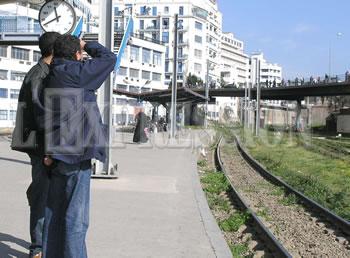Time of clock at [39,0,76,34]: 11:41
